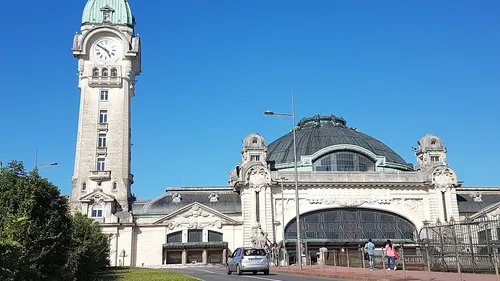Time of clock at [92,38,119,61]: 4:50
